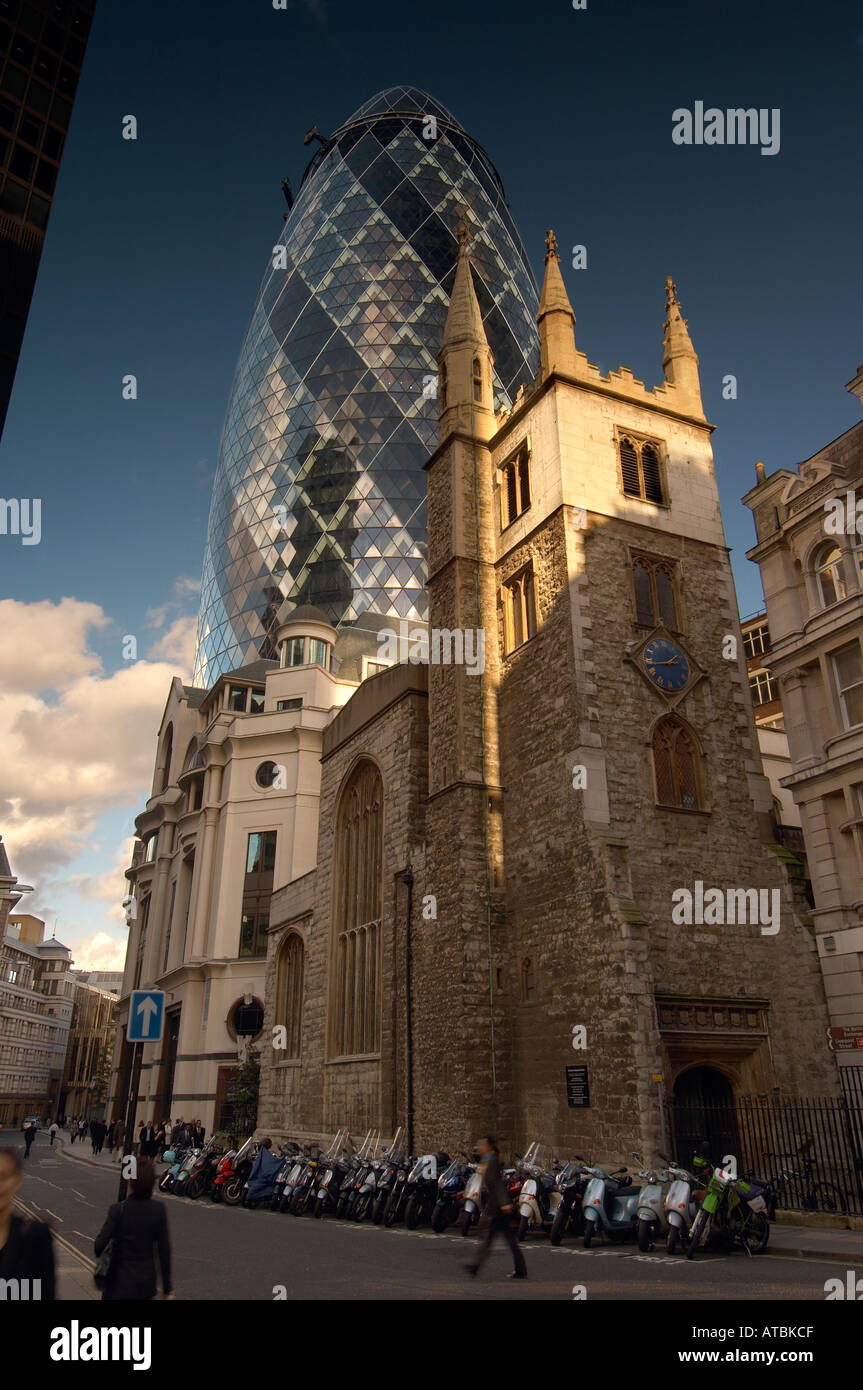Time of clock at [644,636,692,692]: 1:43
